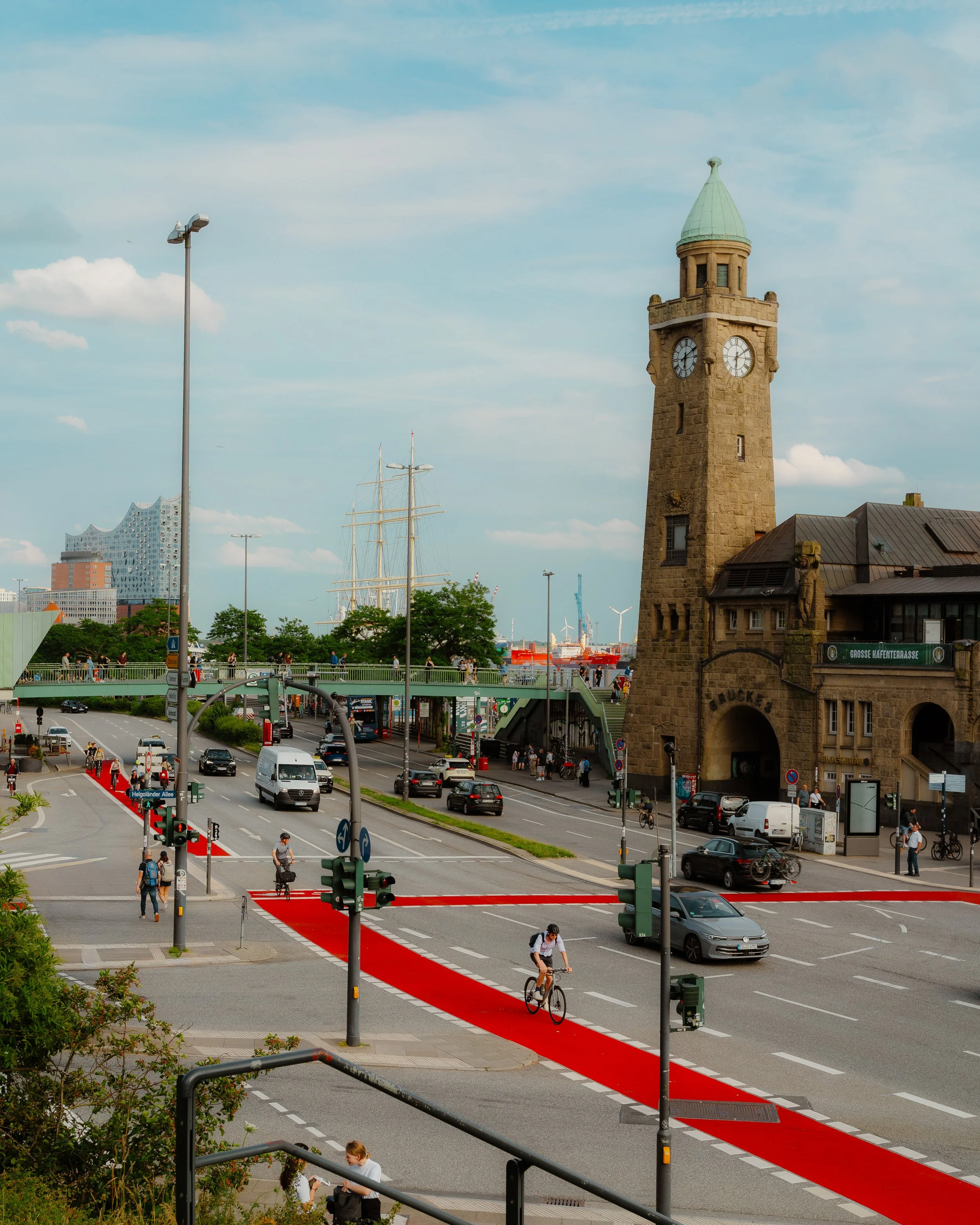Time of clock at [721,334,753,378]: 6:09
